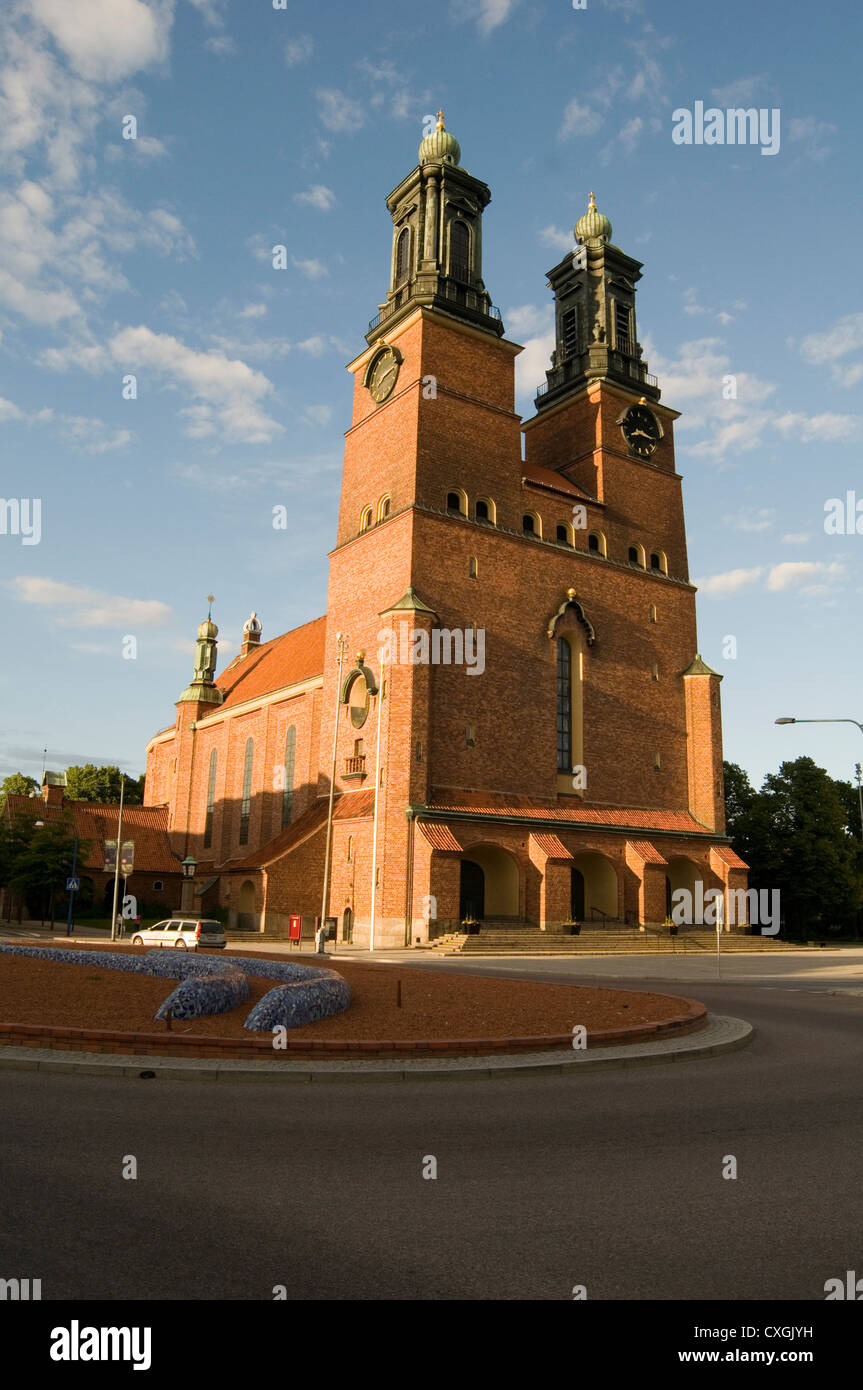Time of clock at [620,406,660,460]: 8:16
